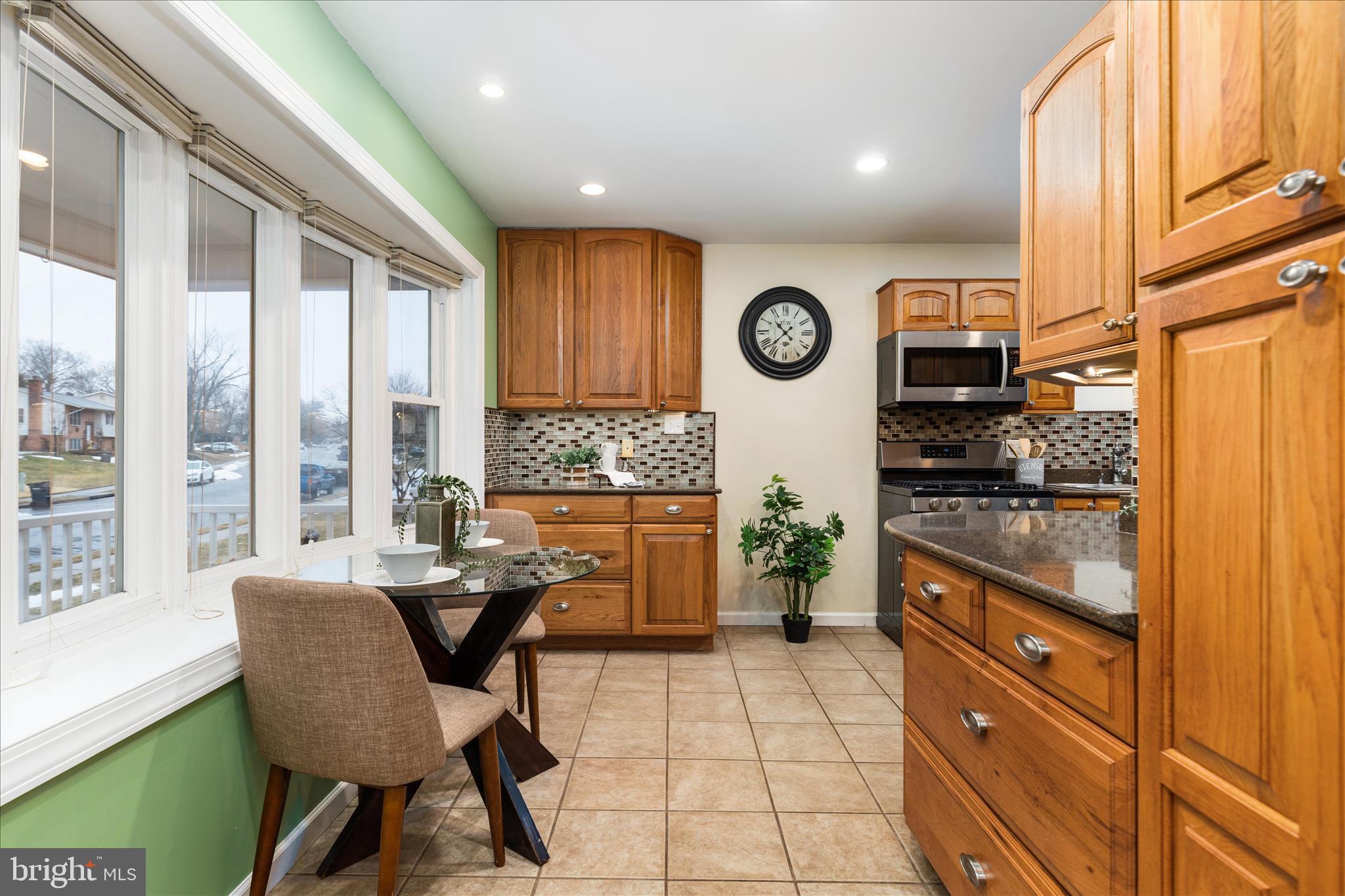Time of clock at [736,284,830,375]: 10:37
